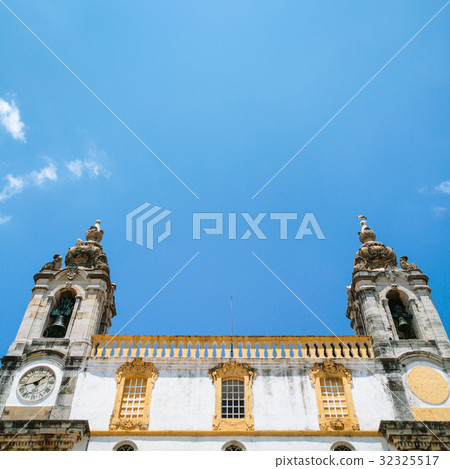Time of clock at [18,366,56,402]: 1:42
